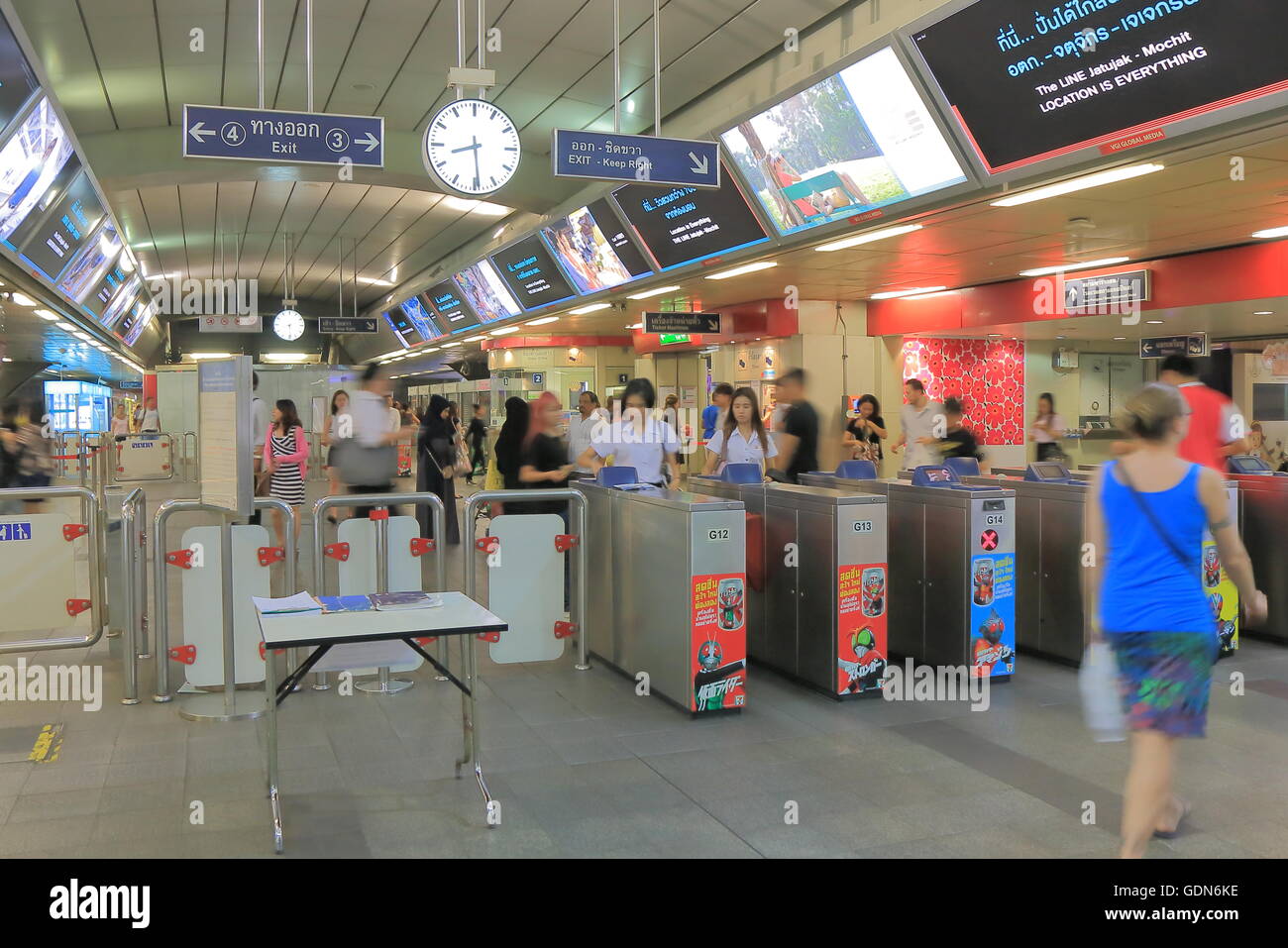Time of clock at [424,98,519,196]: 8:29
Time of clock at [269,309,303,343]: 8:29
